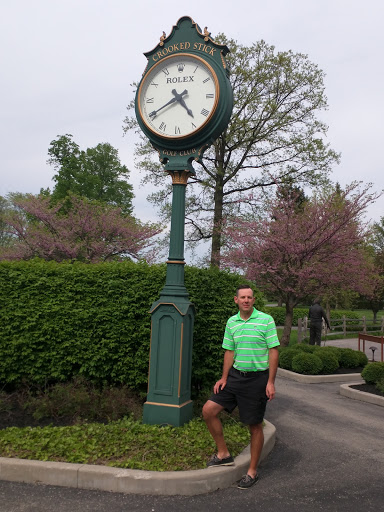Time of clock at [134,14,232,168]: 4:39
